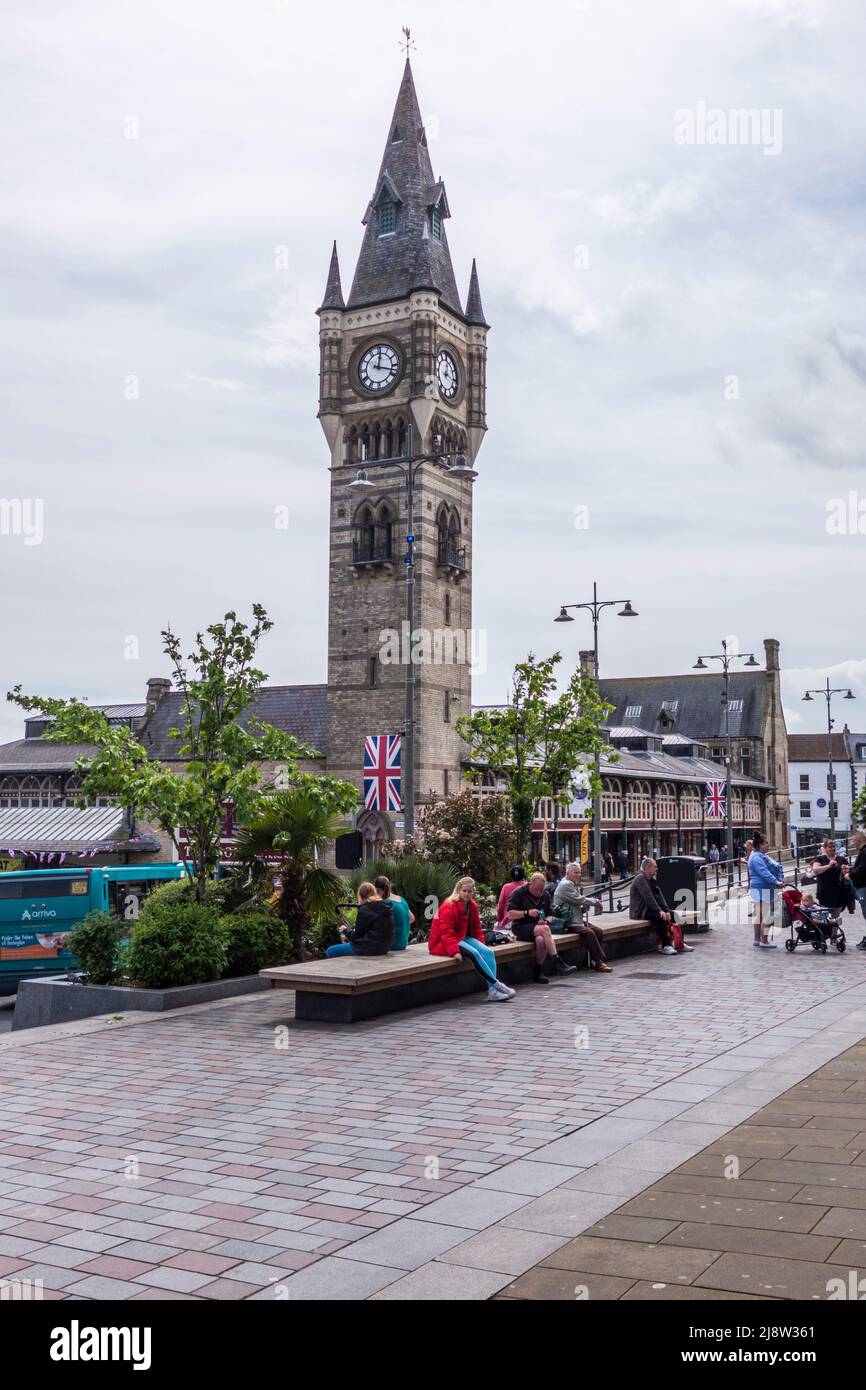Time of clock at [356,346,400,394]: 12:17
